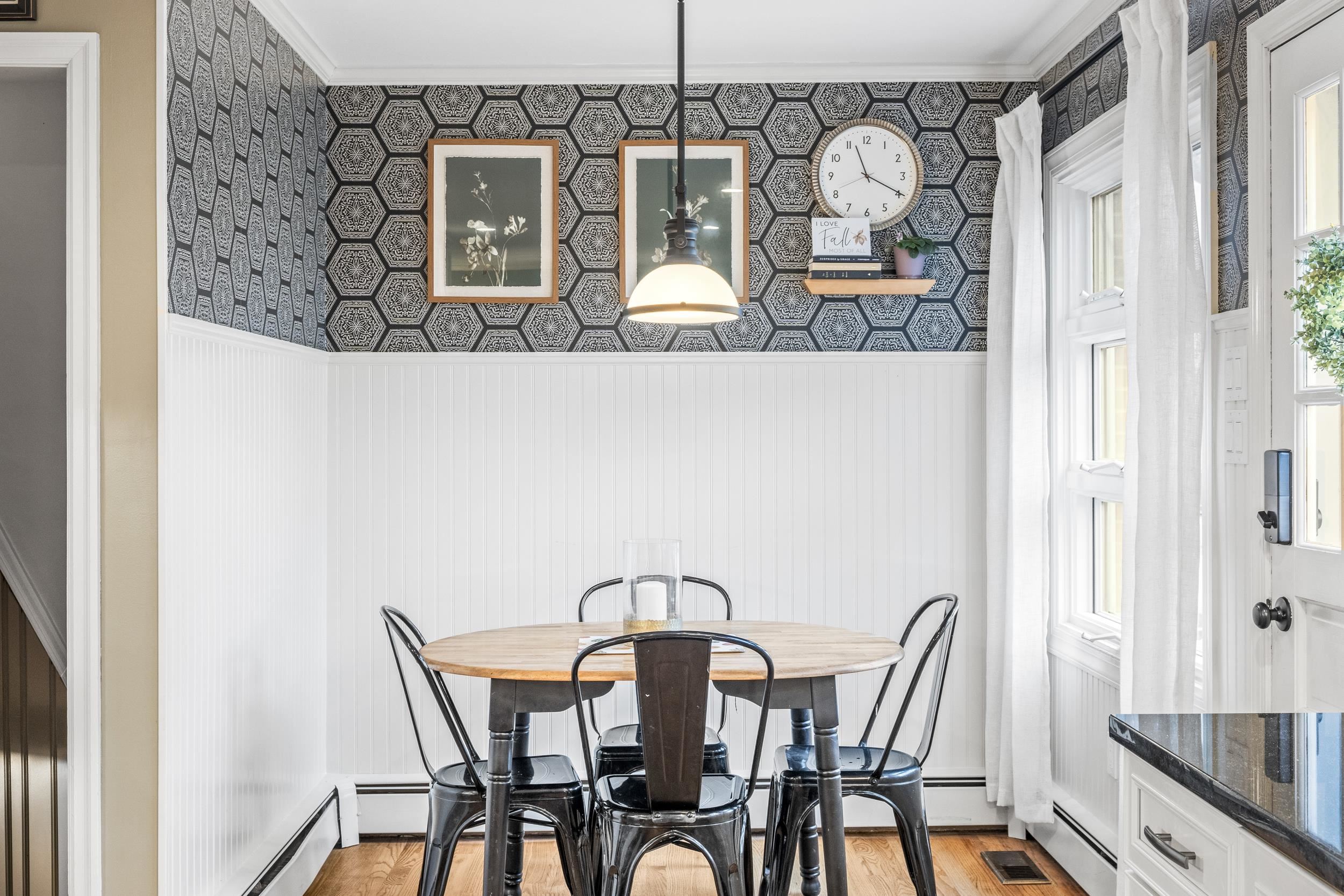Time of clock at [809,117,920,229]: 11:19
